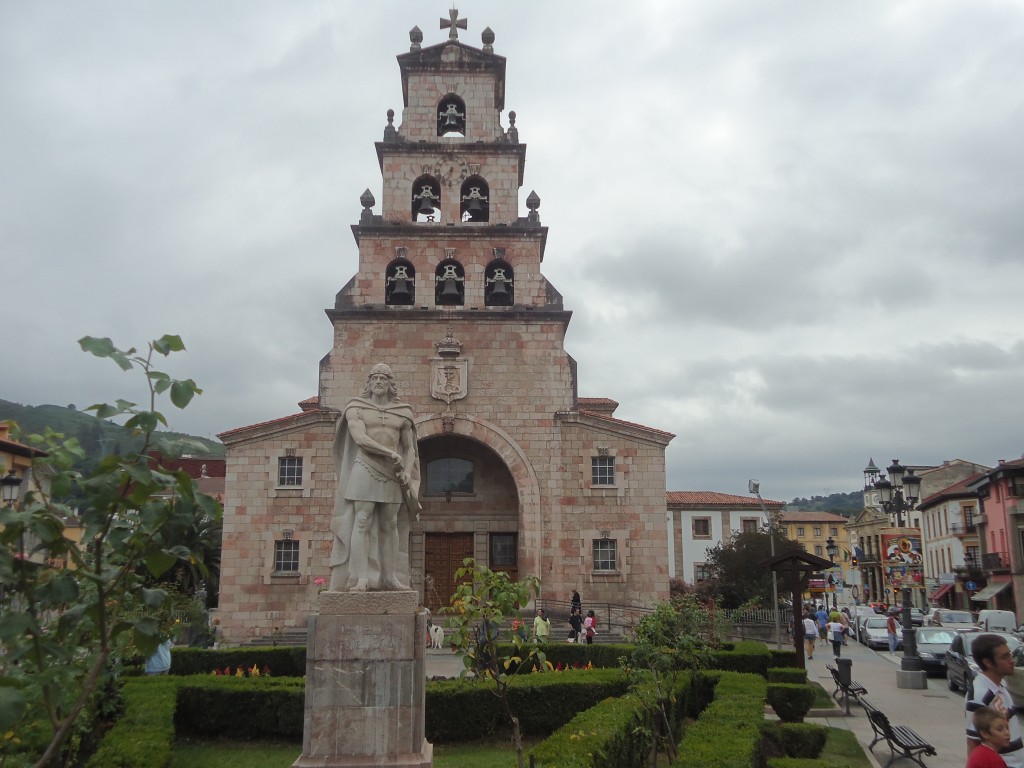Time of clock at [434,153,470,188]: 7:32
